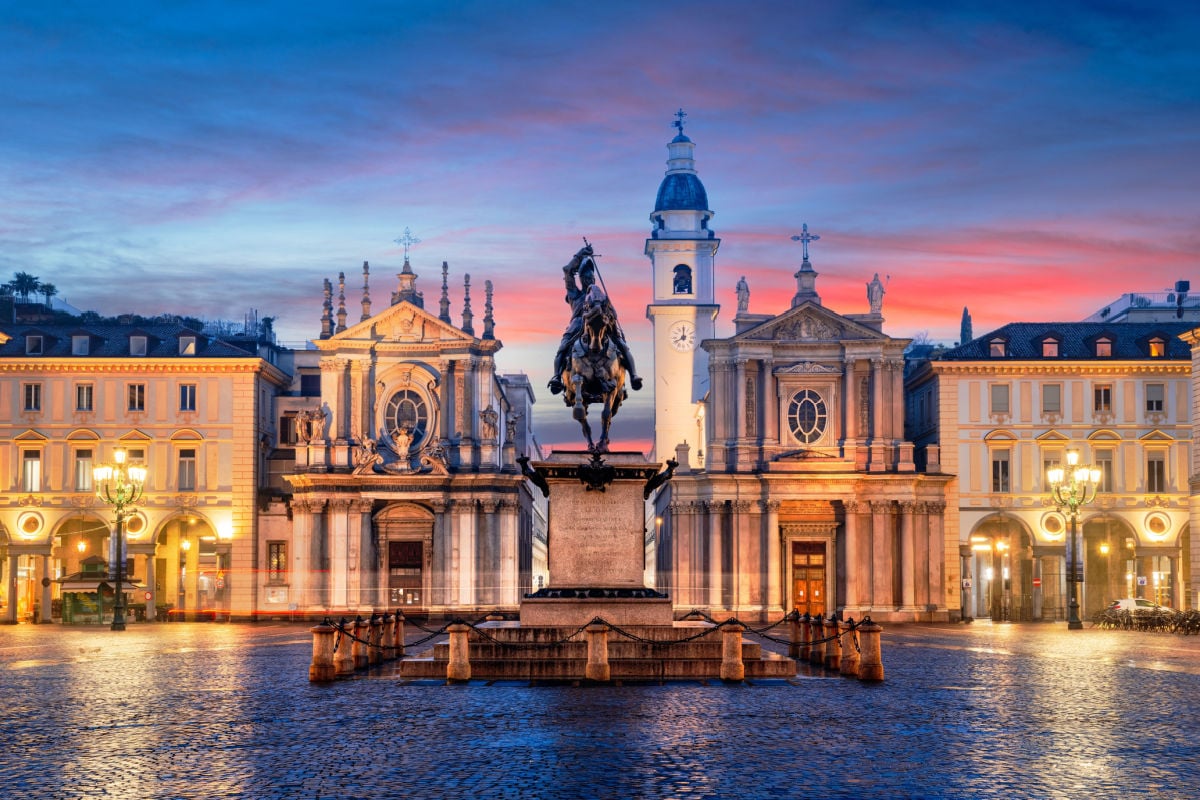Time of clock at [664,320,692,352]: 7:59
